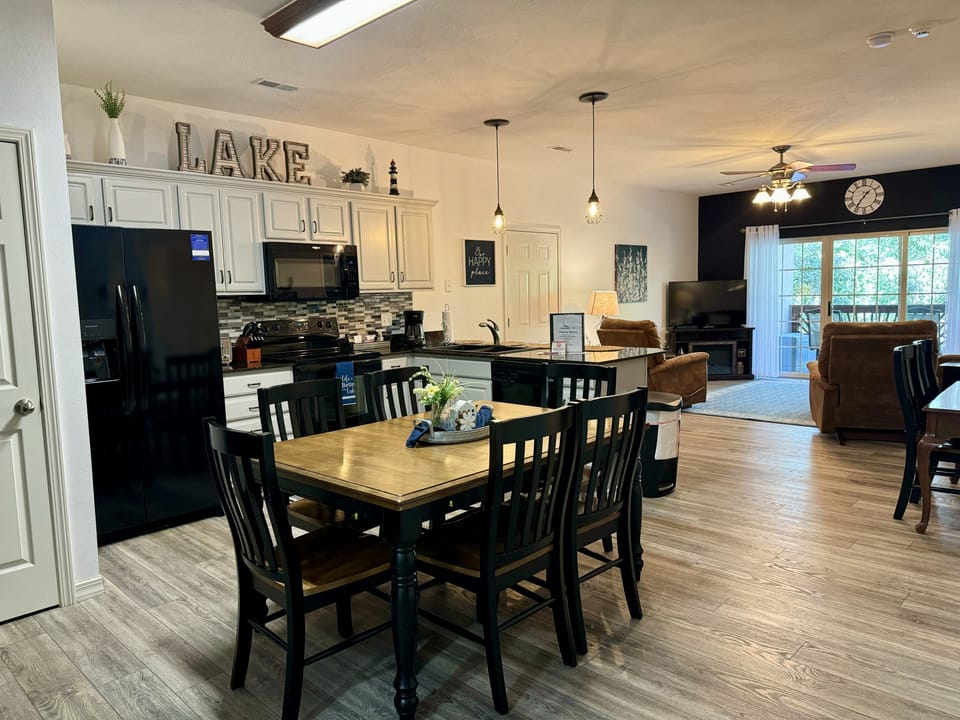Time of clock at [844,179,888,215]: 1:36
